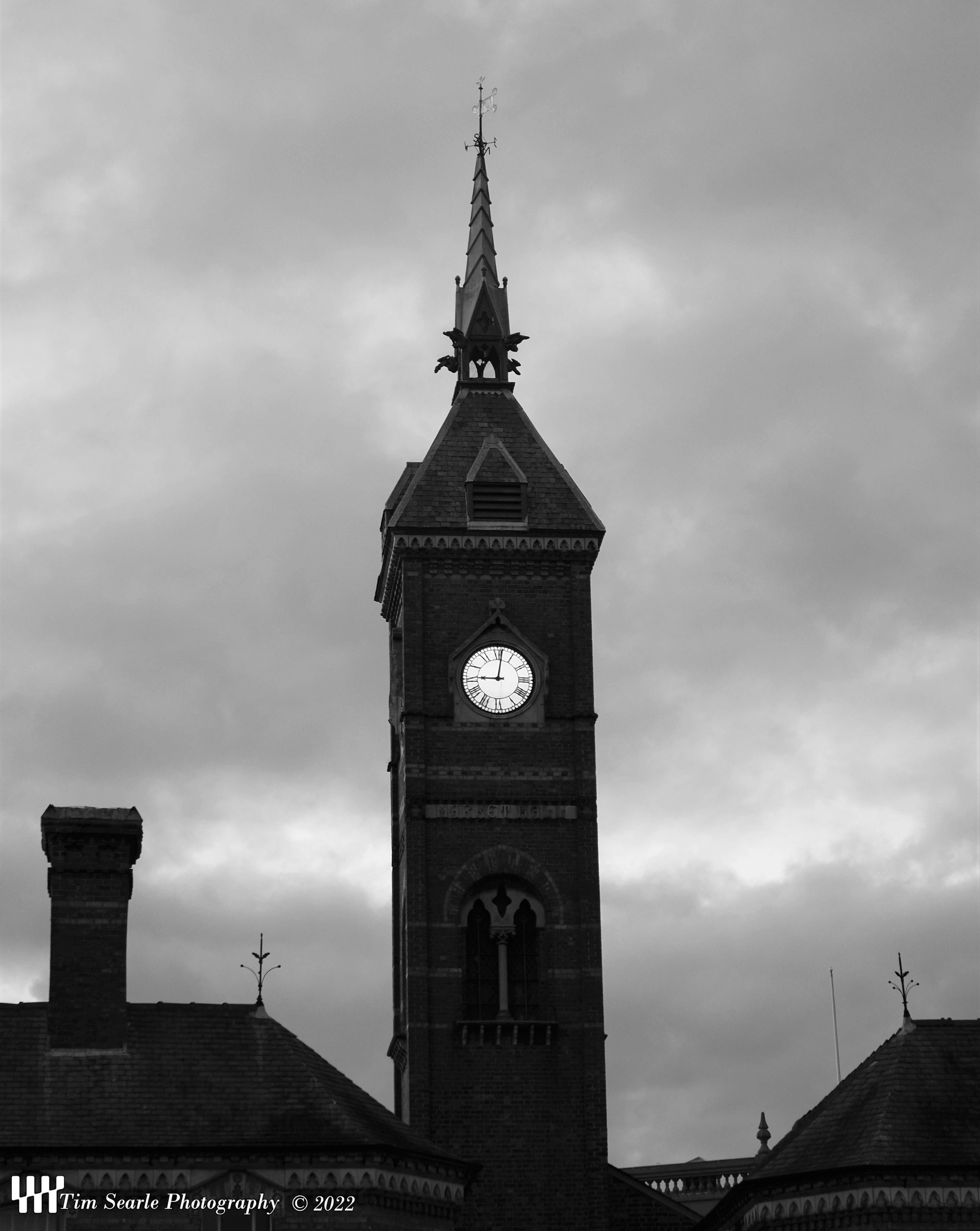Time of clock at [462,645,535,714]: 9:01
